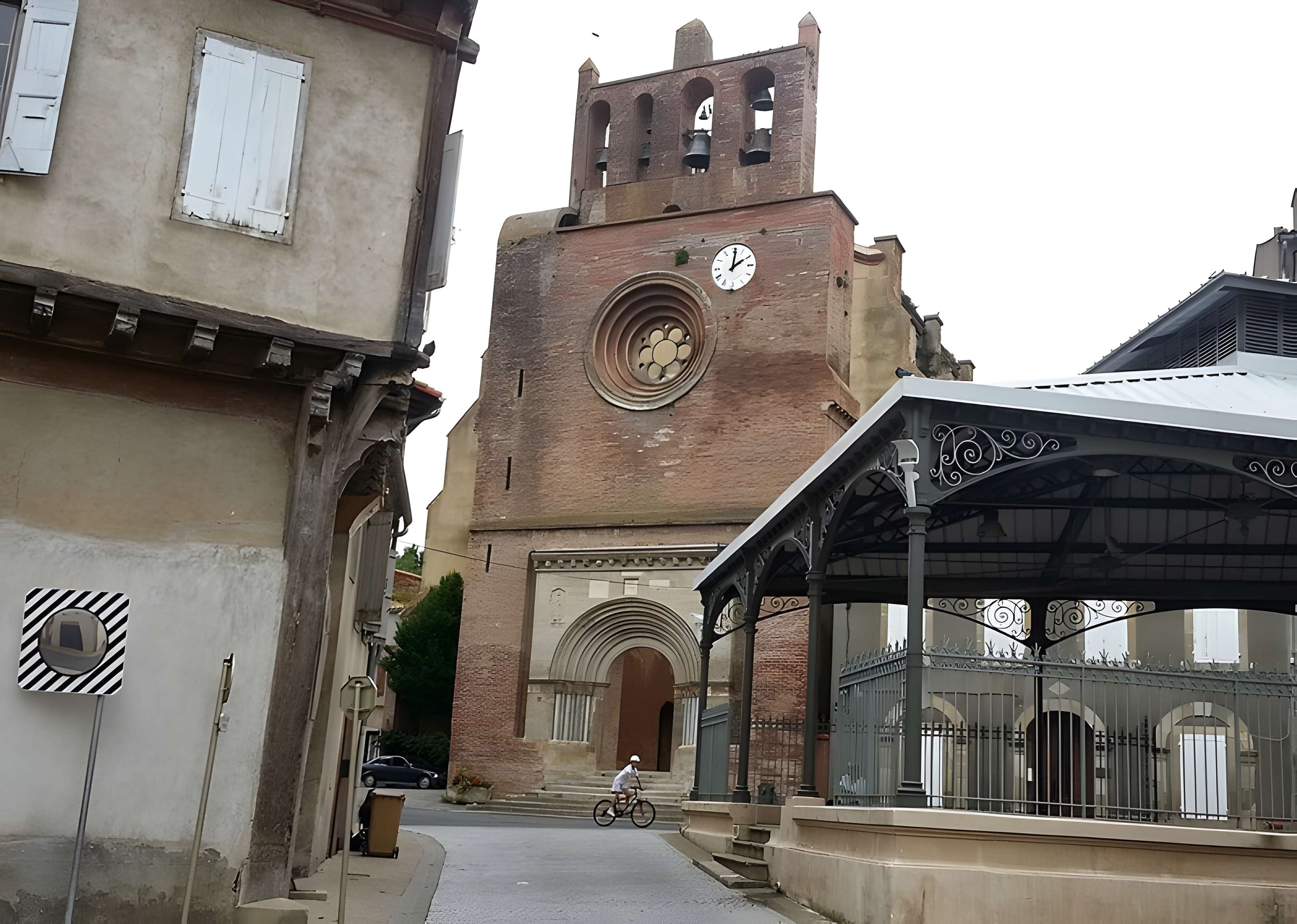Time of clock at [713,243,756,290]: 2:00
